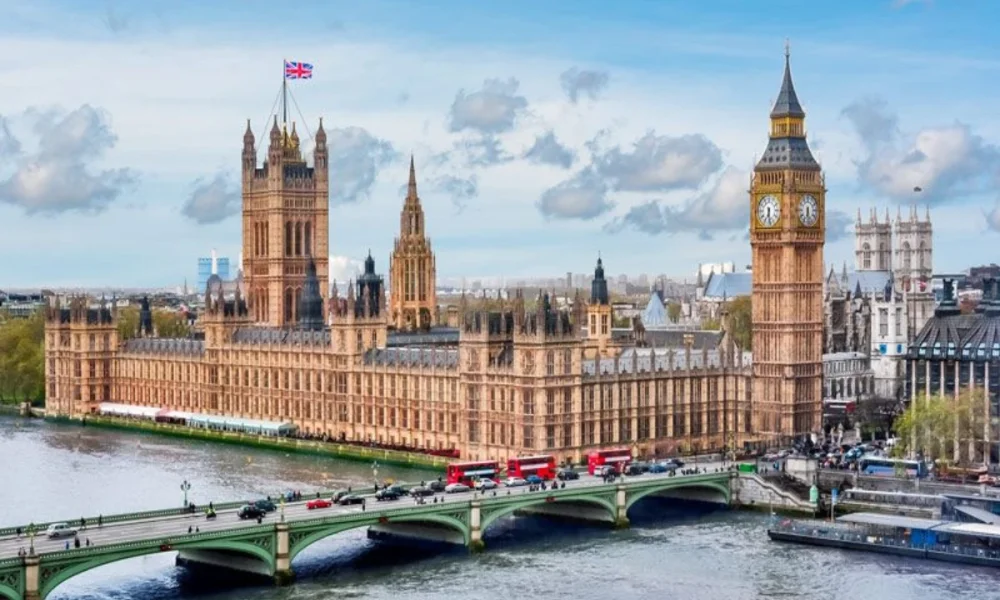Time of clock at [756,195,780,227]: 6:28
